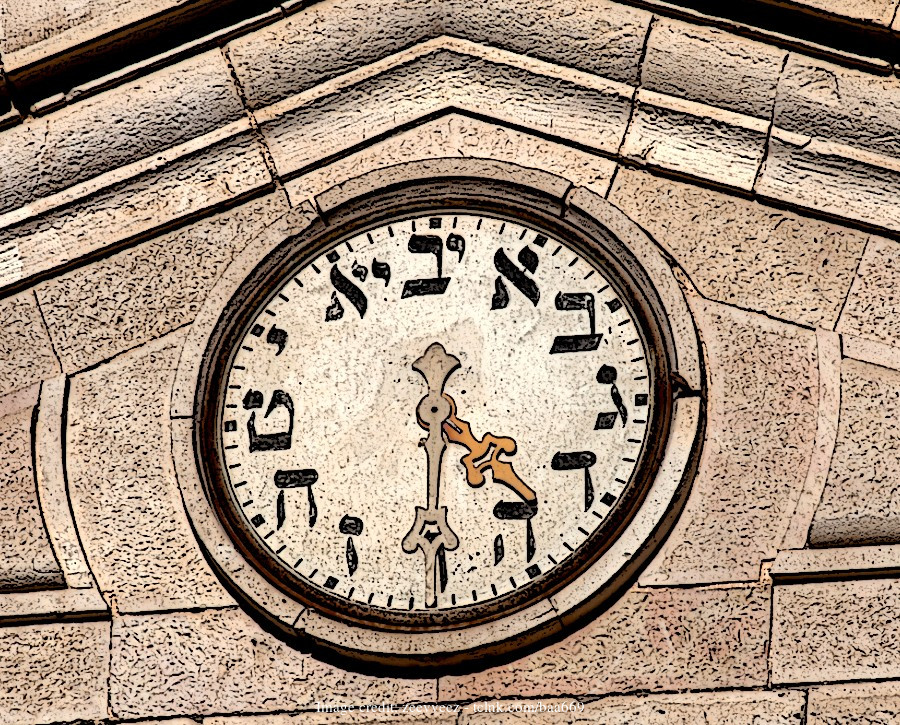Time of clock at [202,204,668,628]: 4:29
